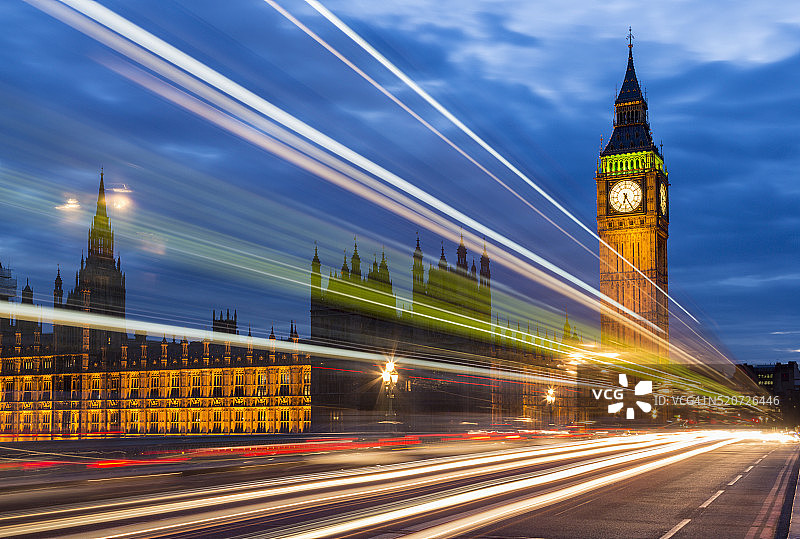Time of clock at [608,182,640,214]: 6:25
